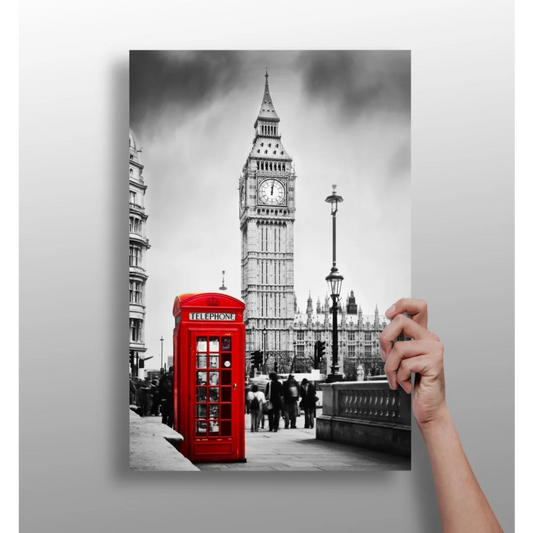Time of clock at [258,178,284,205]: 12:01
